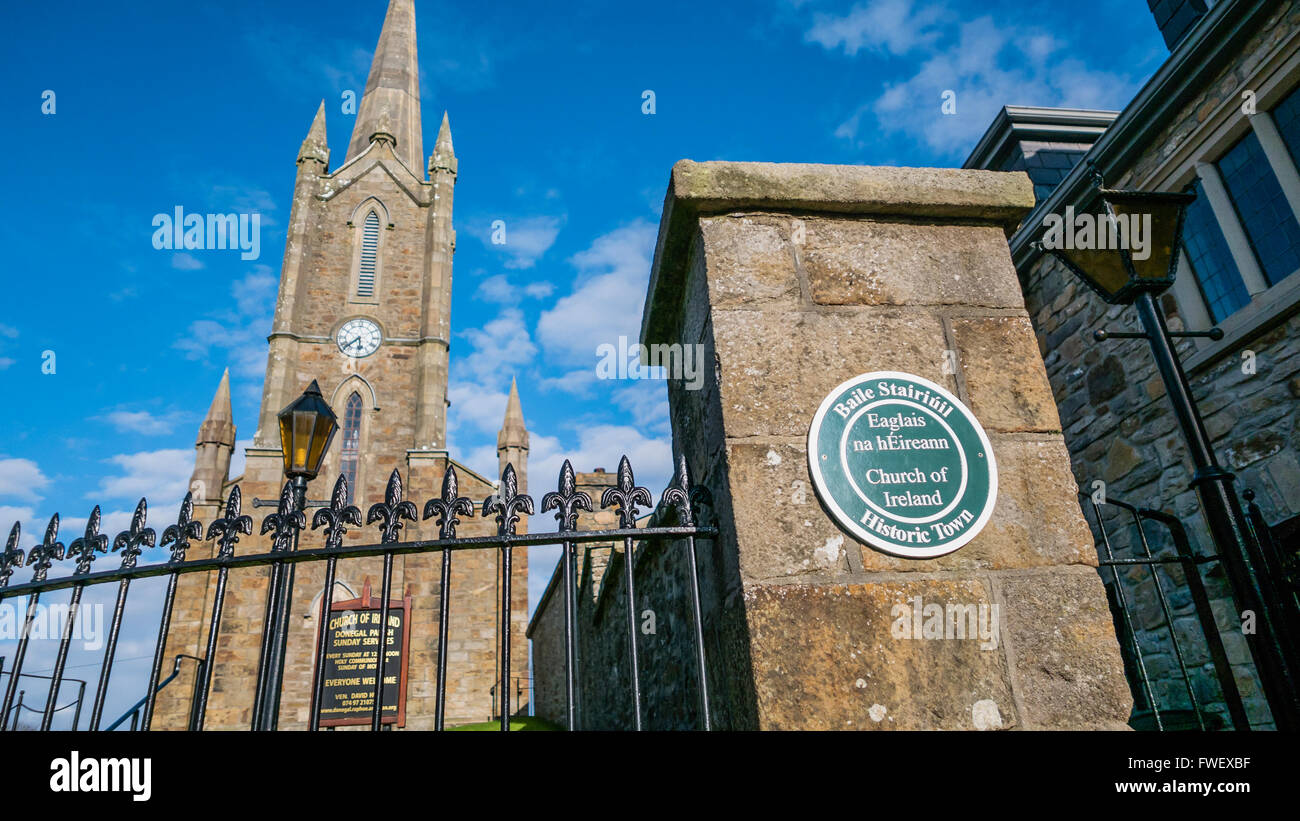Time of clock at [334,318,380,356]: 5:38
